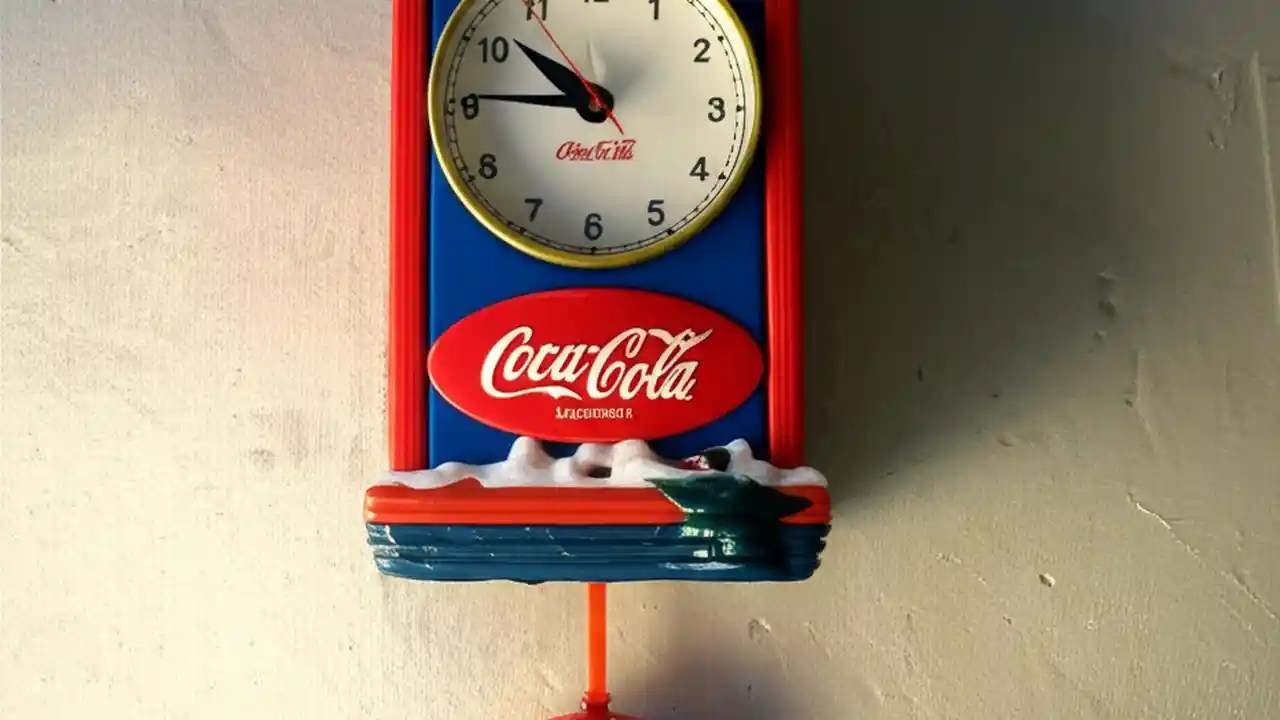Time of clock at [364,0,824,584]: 10:45
